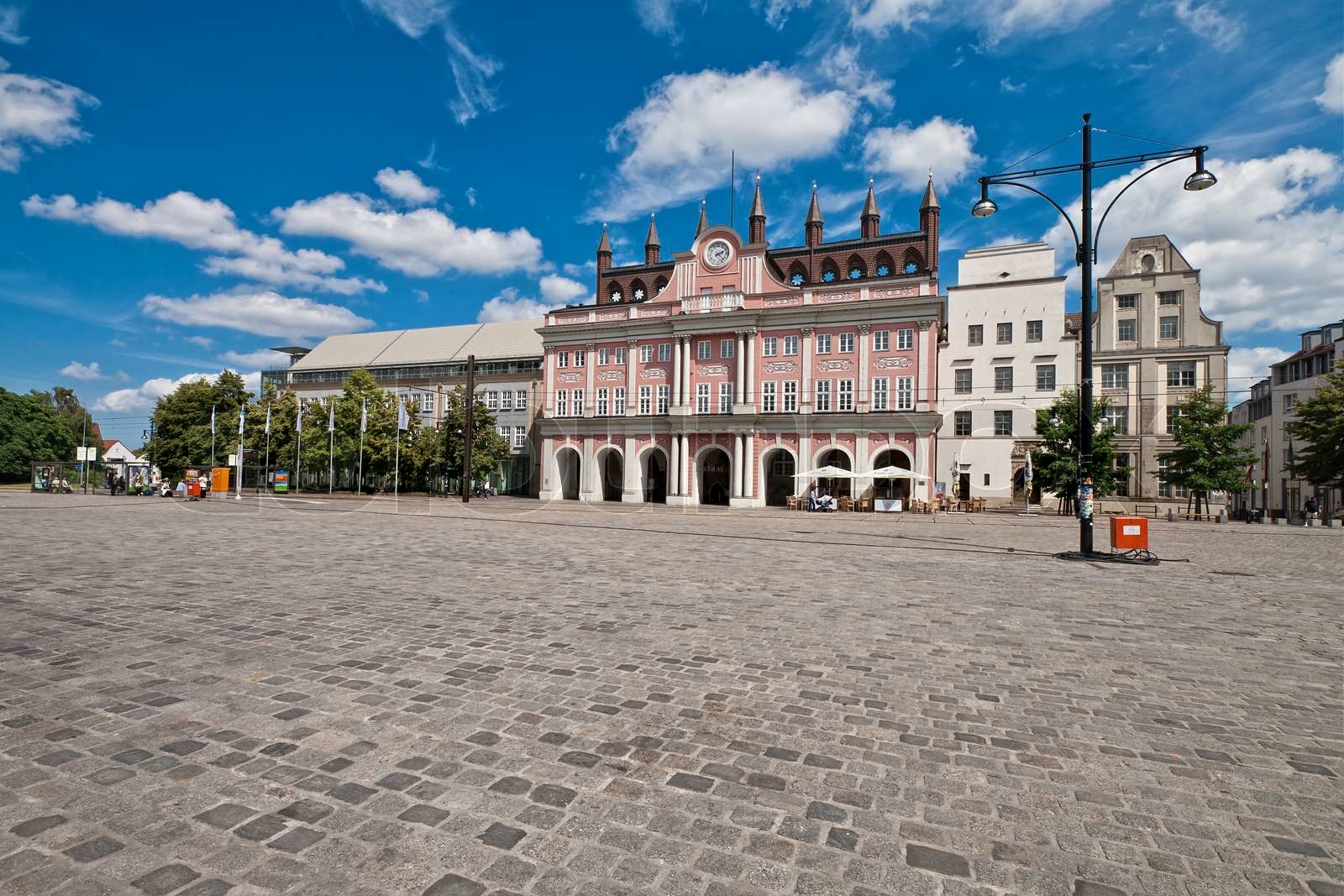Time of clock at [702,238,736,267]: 2:22
